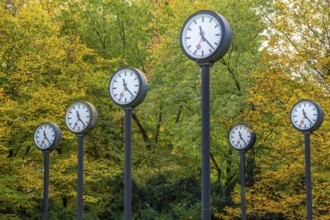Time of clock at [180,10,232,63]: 11:22
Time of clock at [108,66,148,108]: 11:22
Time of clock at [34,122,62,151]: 11:23
